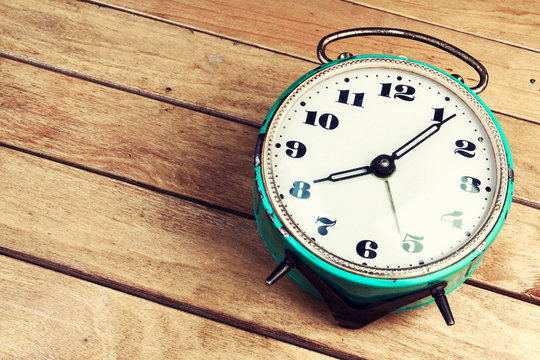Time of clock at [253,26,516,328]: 8:06
